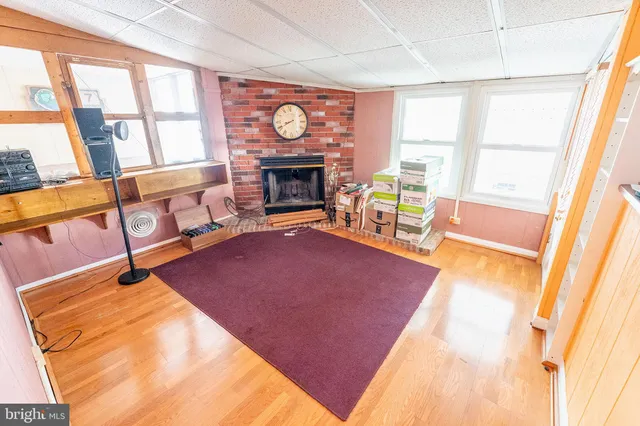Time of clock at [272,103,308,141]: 8:40
